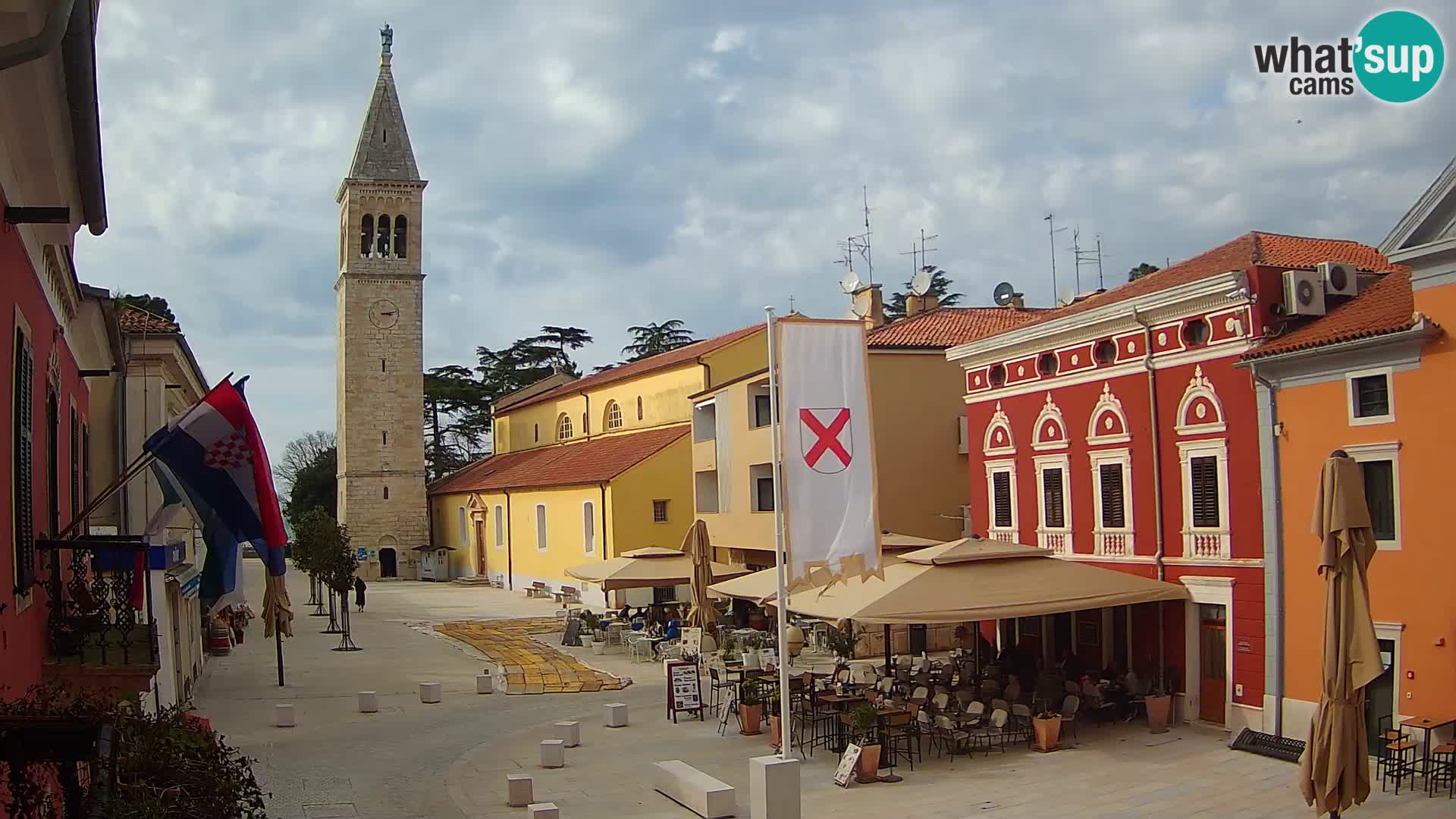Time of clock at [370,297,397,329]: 3:12
